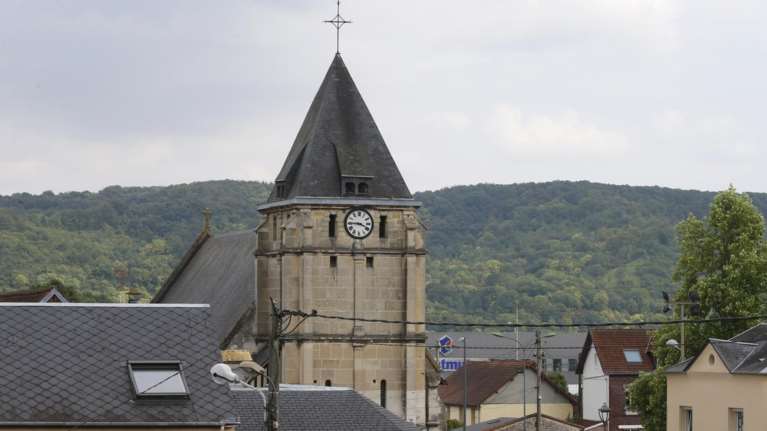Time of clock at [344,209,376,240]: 3:45
